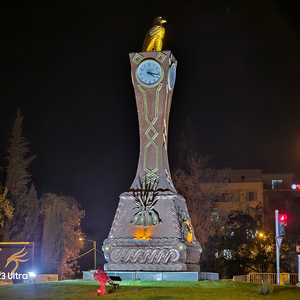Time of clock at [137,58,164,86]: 4:17
